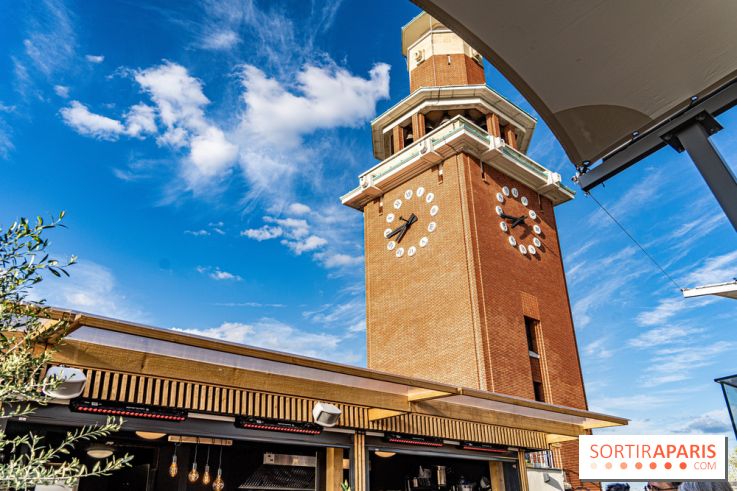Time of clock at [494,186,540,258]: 7:43
